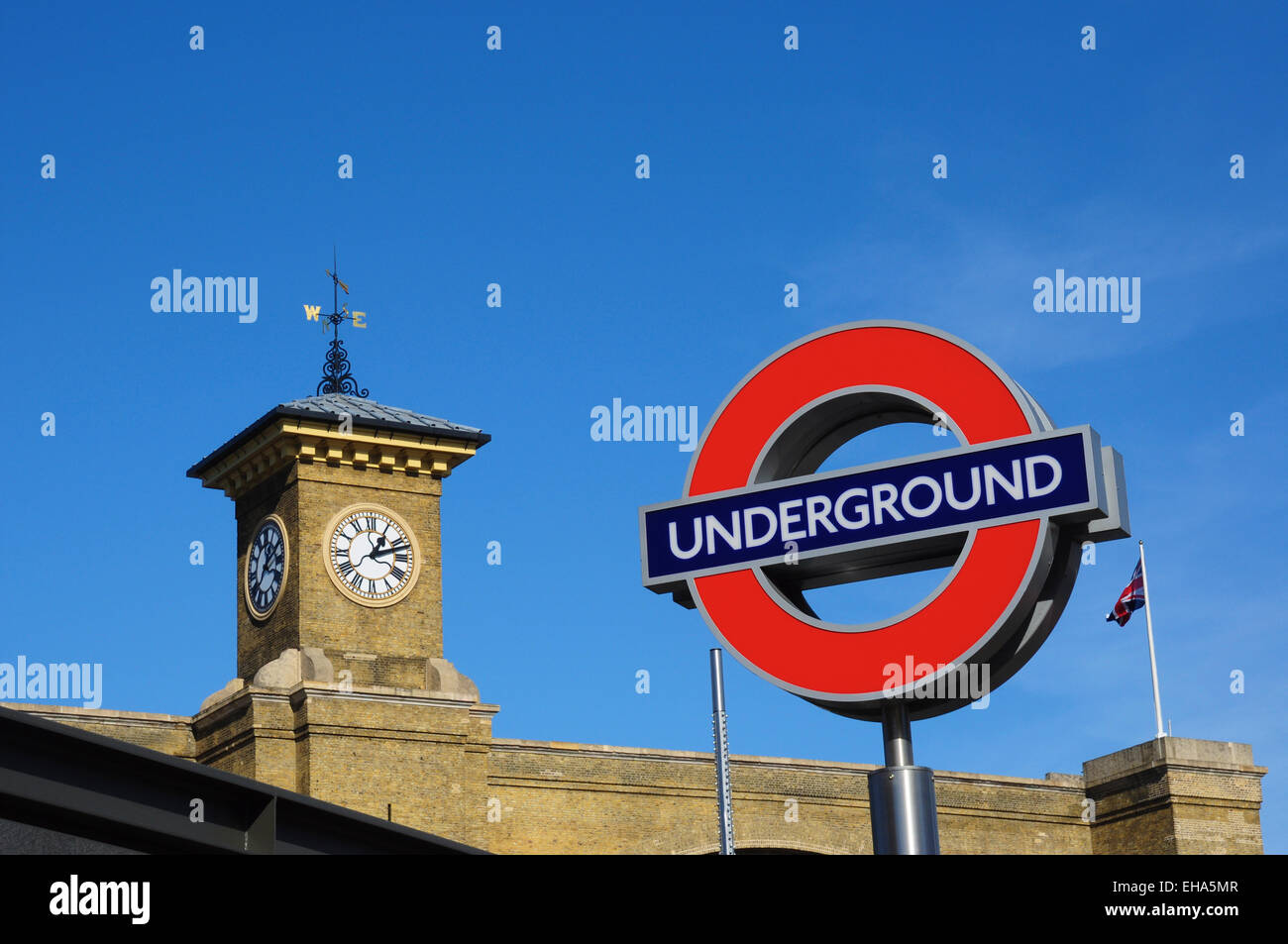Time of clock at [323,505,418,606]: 1:11
